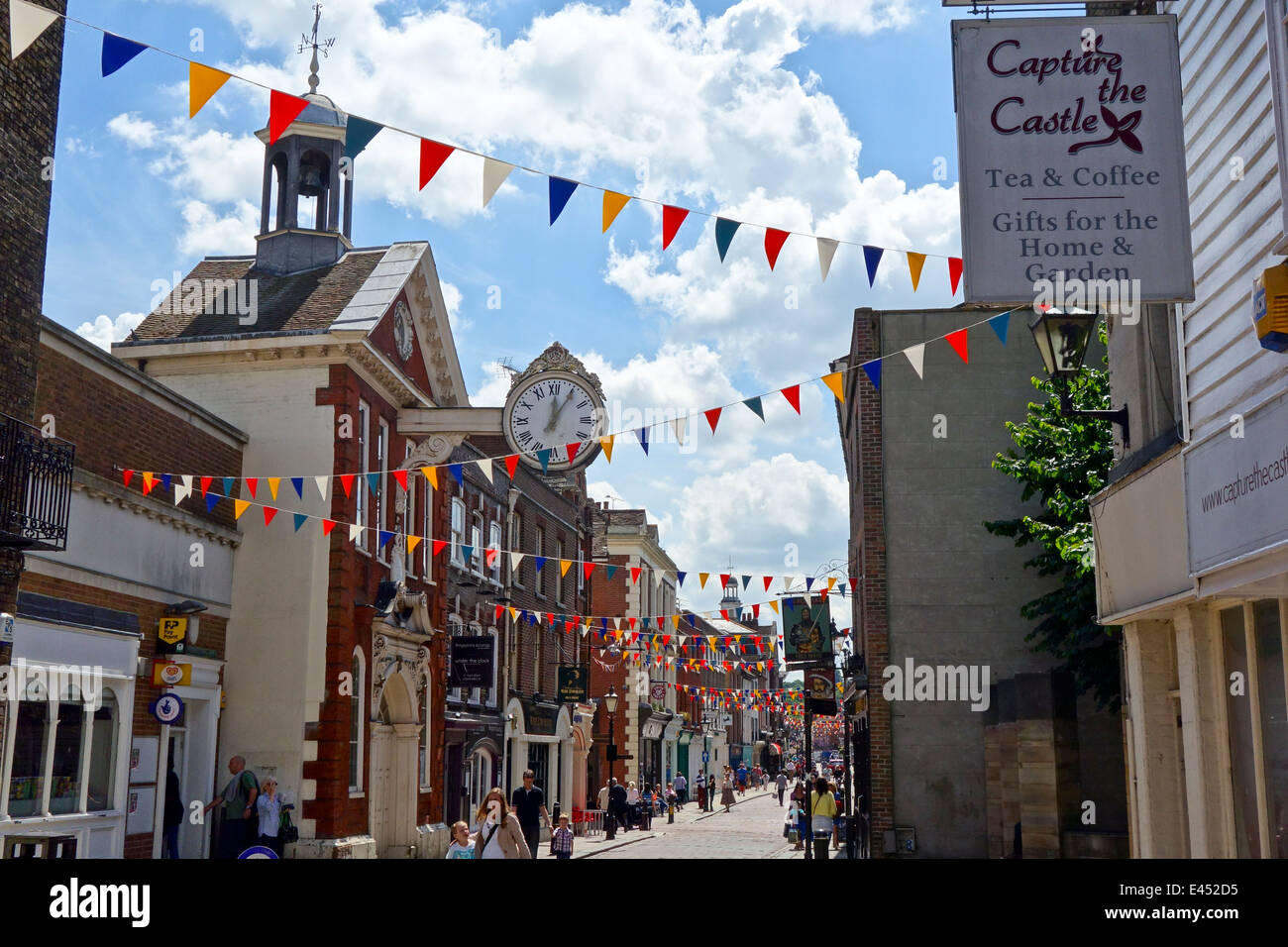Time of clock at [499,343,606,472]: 12:05
